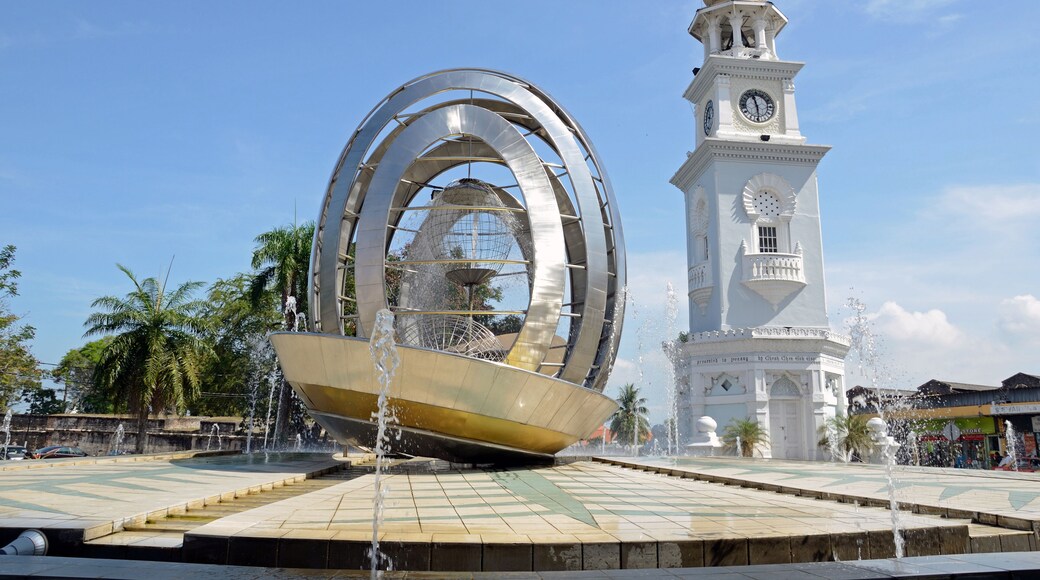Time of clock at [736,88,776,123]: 11:29
